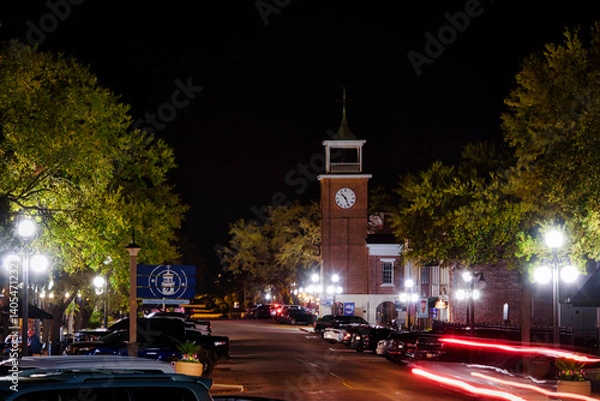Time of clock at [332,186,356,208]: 10:26
